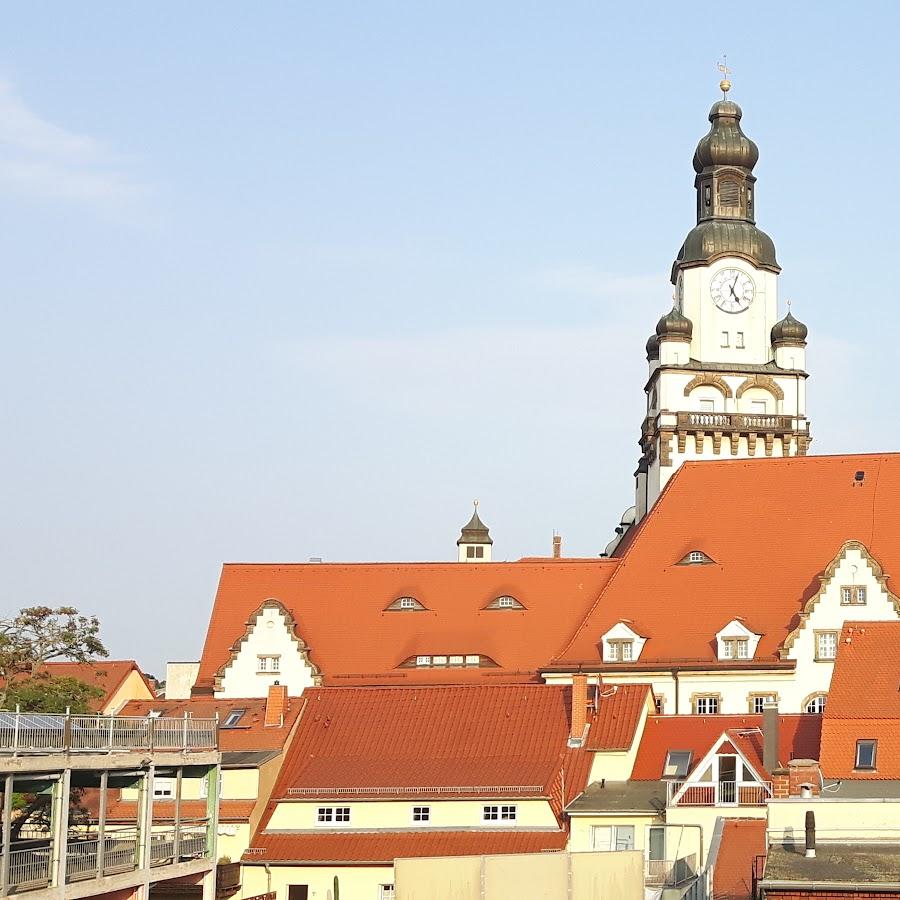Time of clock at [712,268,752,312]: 5:03
